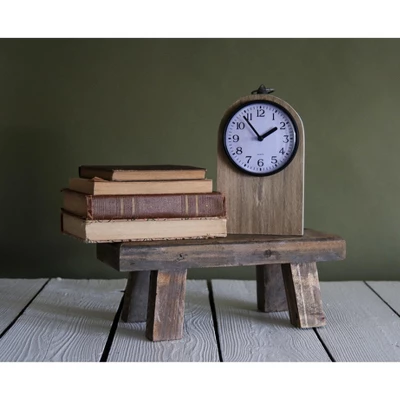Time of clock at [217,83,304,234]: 1:53
